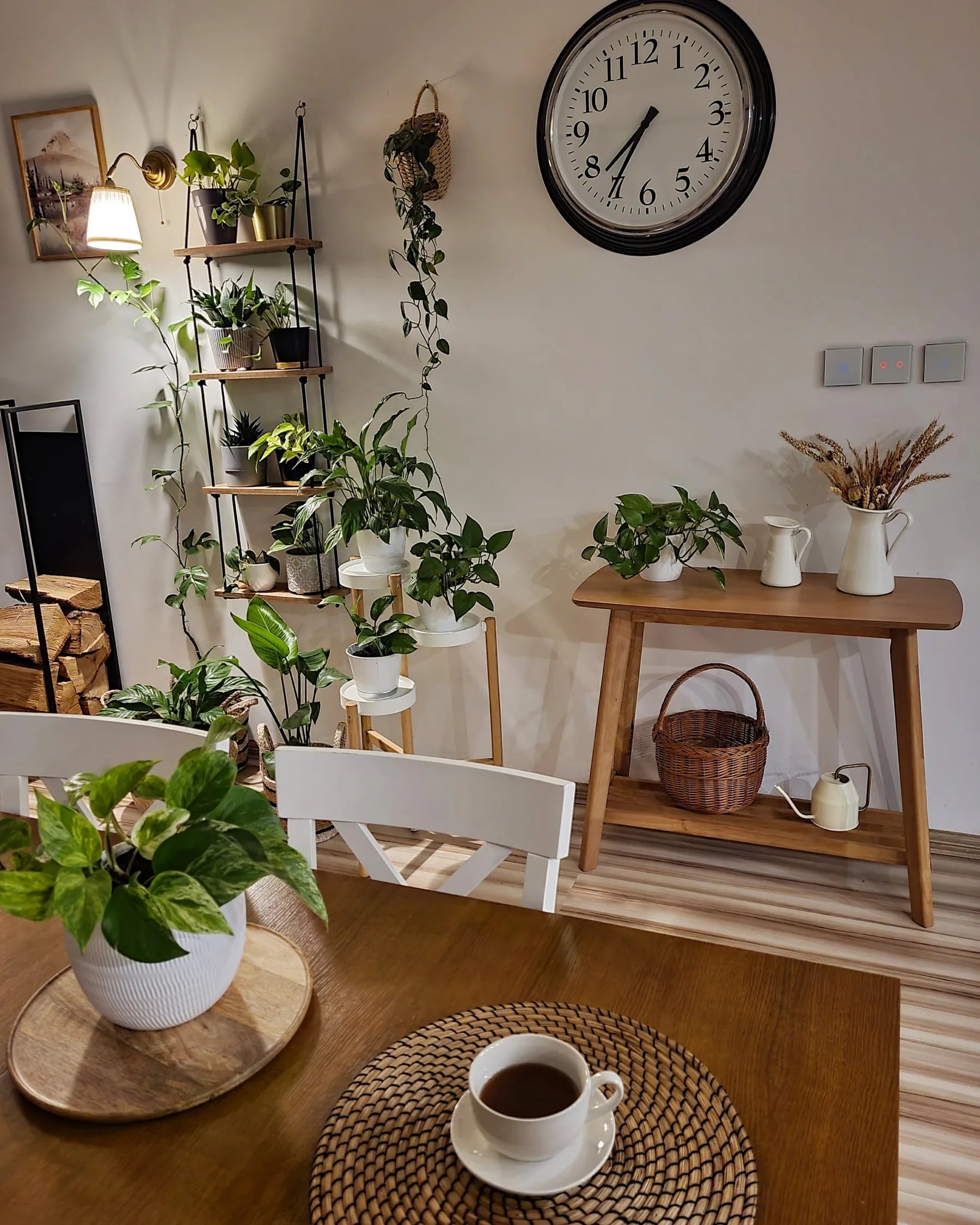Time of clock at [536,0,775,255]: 7:35
